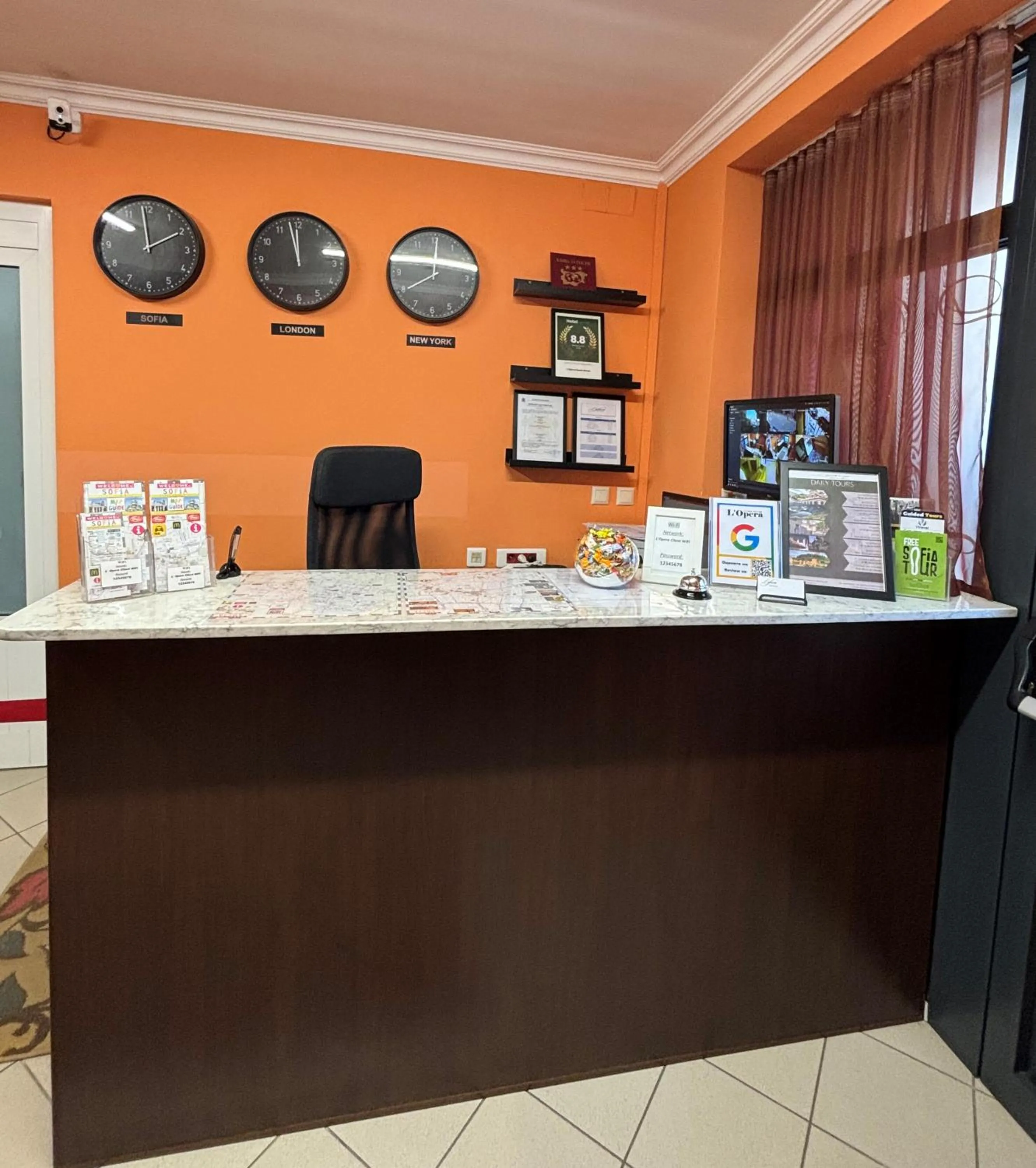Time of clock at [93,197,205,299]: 1:58
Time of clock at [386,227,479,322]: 8:00
